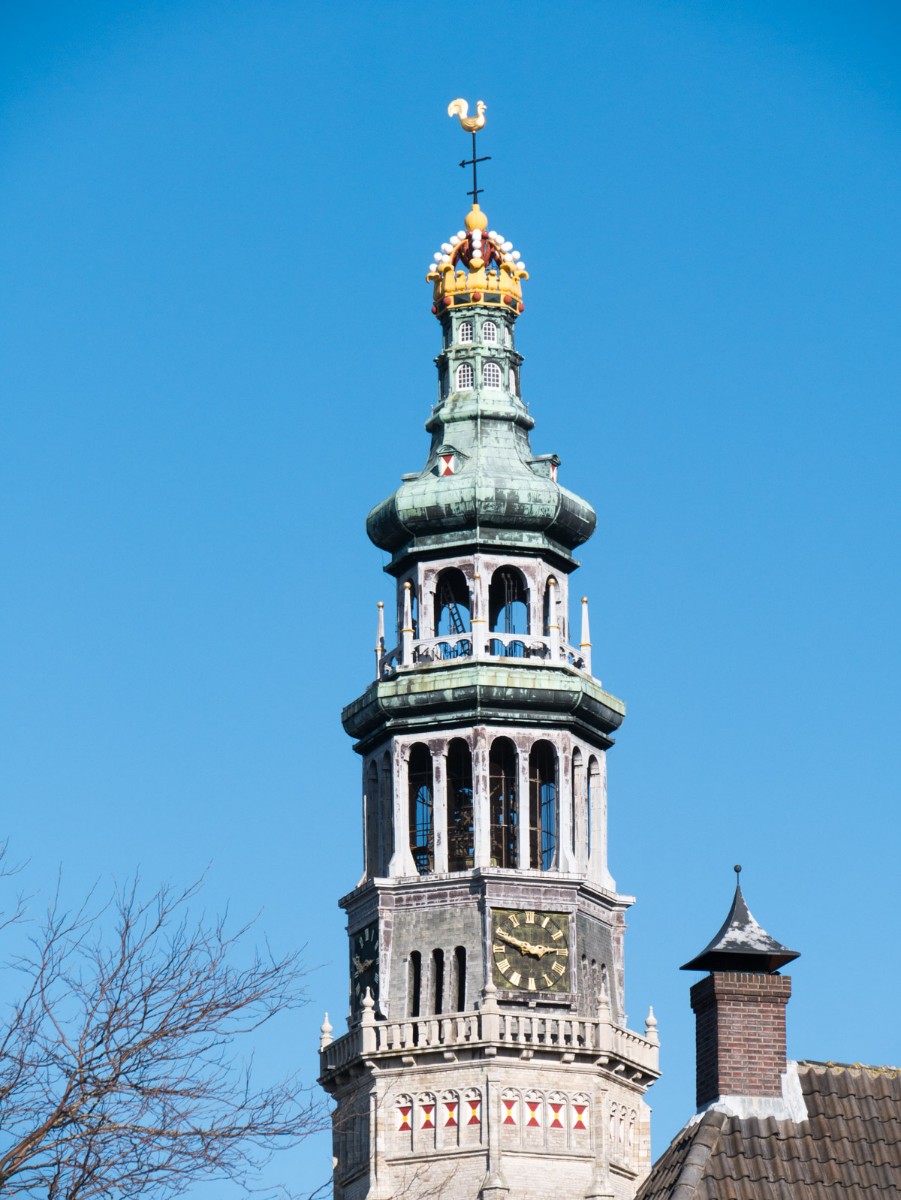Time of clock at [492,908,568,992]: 2:48
